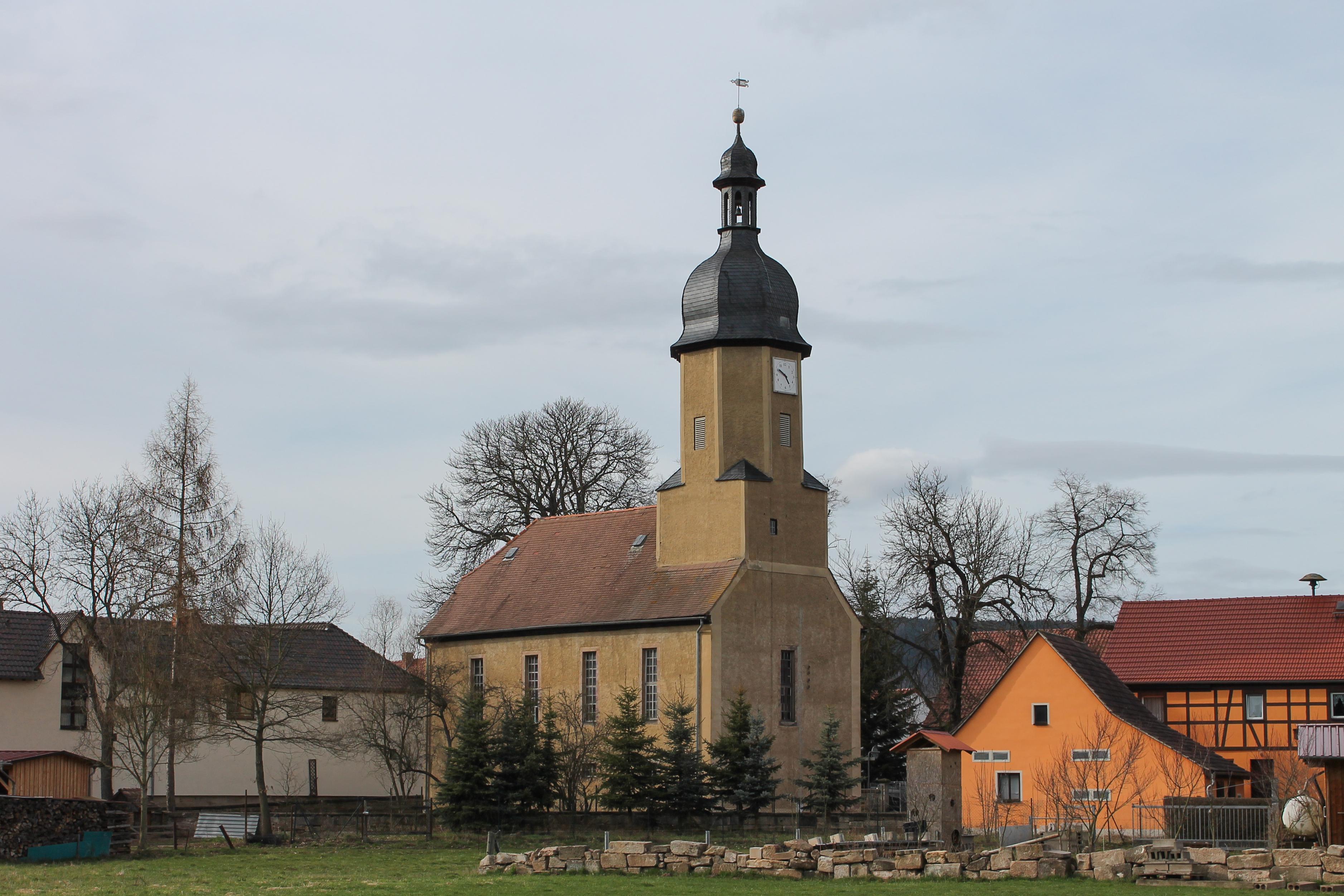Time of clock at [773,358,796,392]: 4:50
